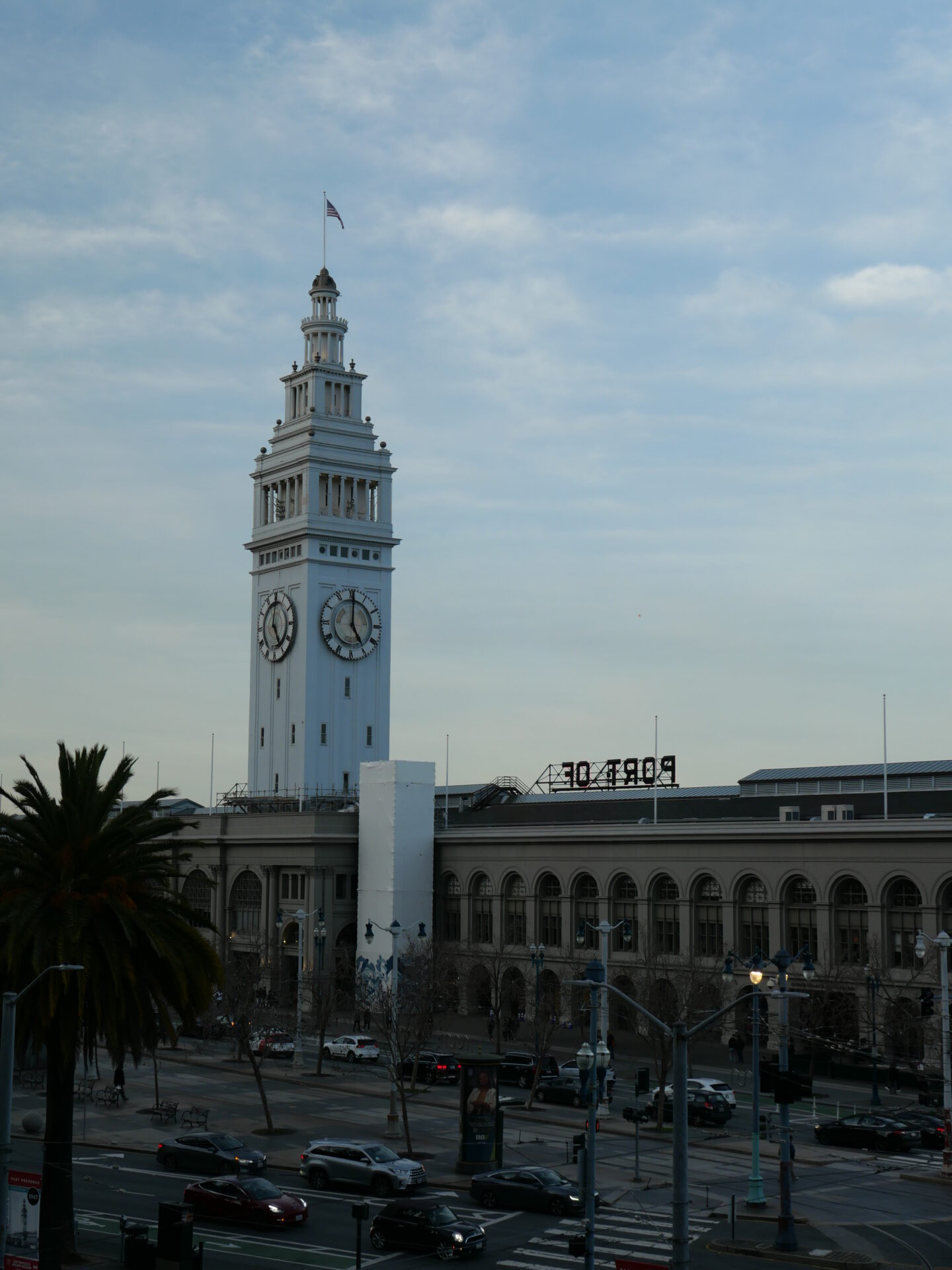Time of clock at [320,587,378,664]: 5:00
